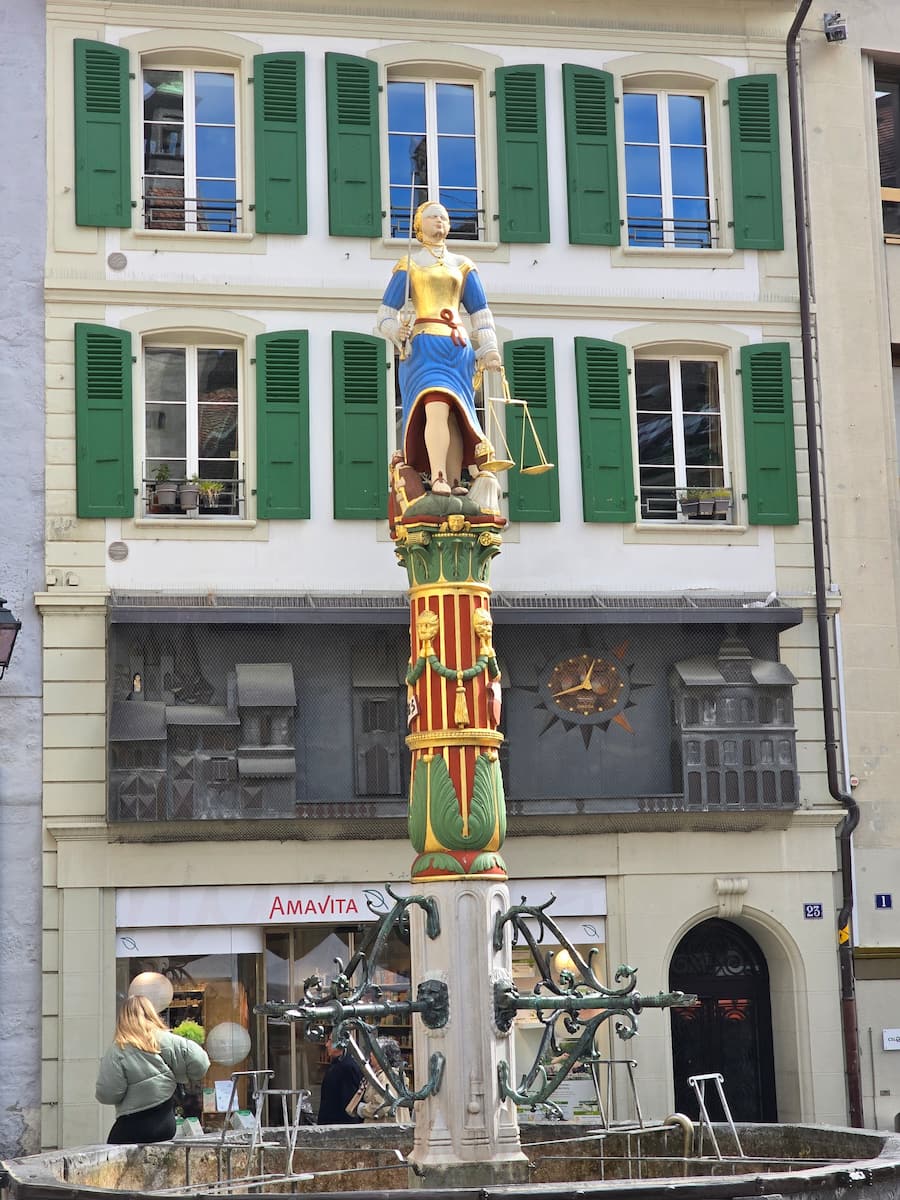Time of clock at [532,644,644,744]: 12:41
